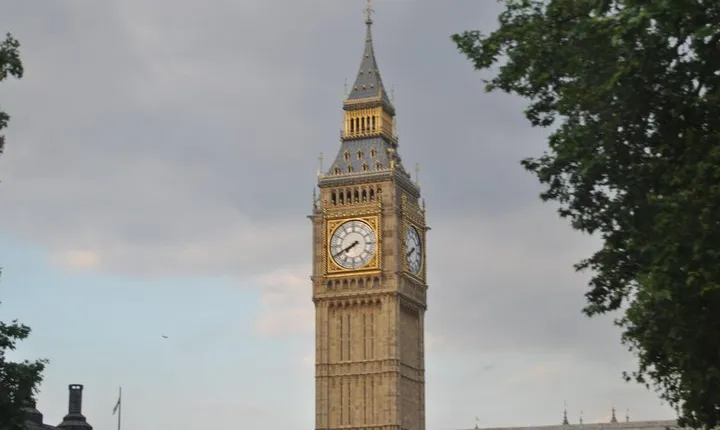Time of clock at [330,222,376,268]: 7:40
